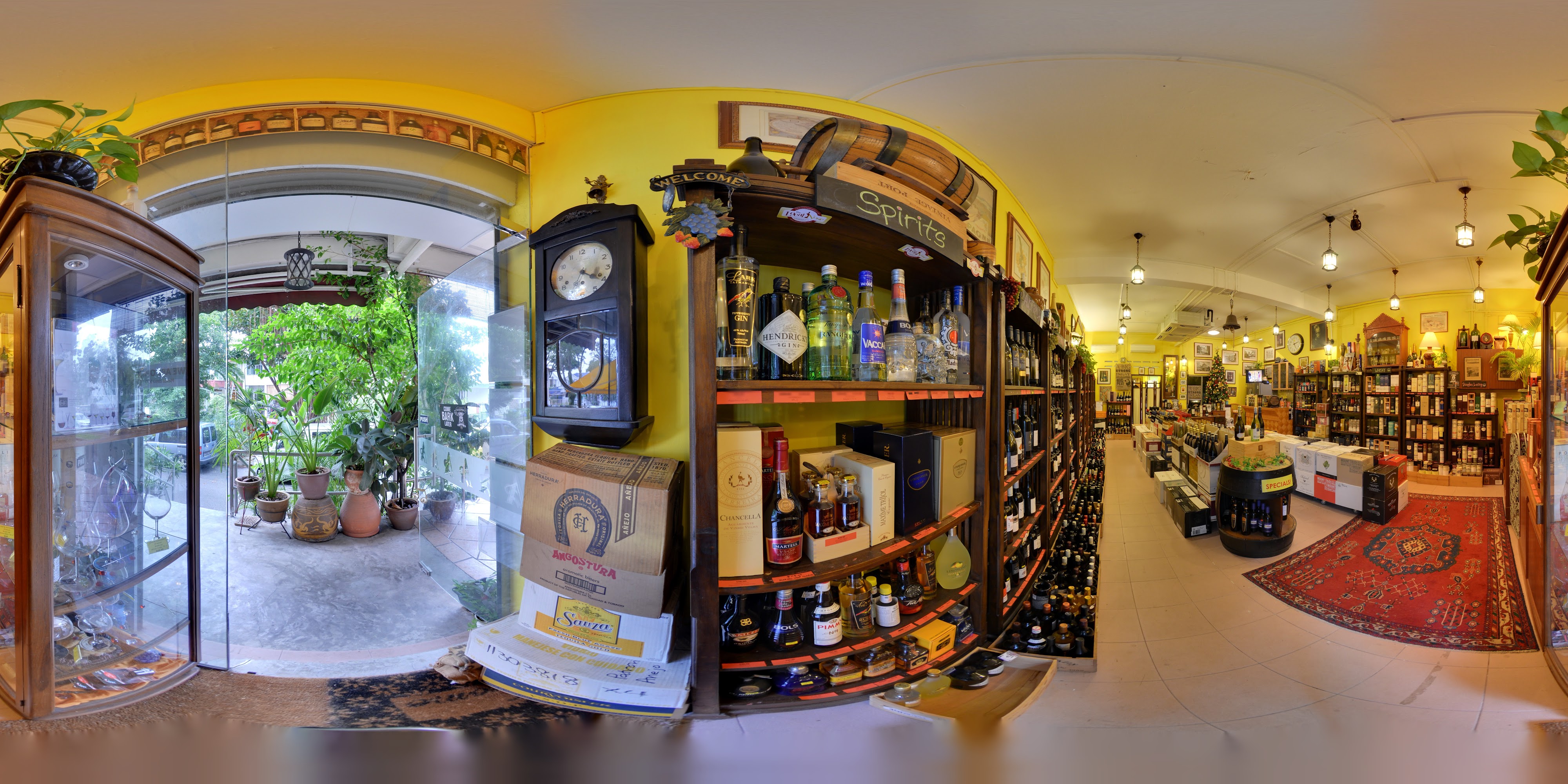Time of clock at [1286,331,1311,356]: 5:12
